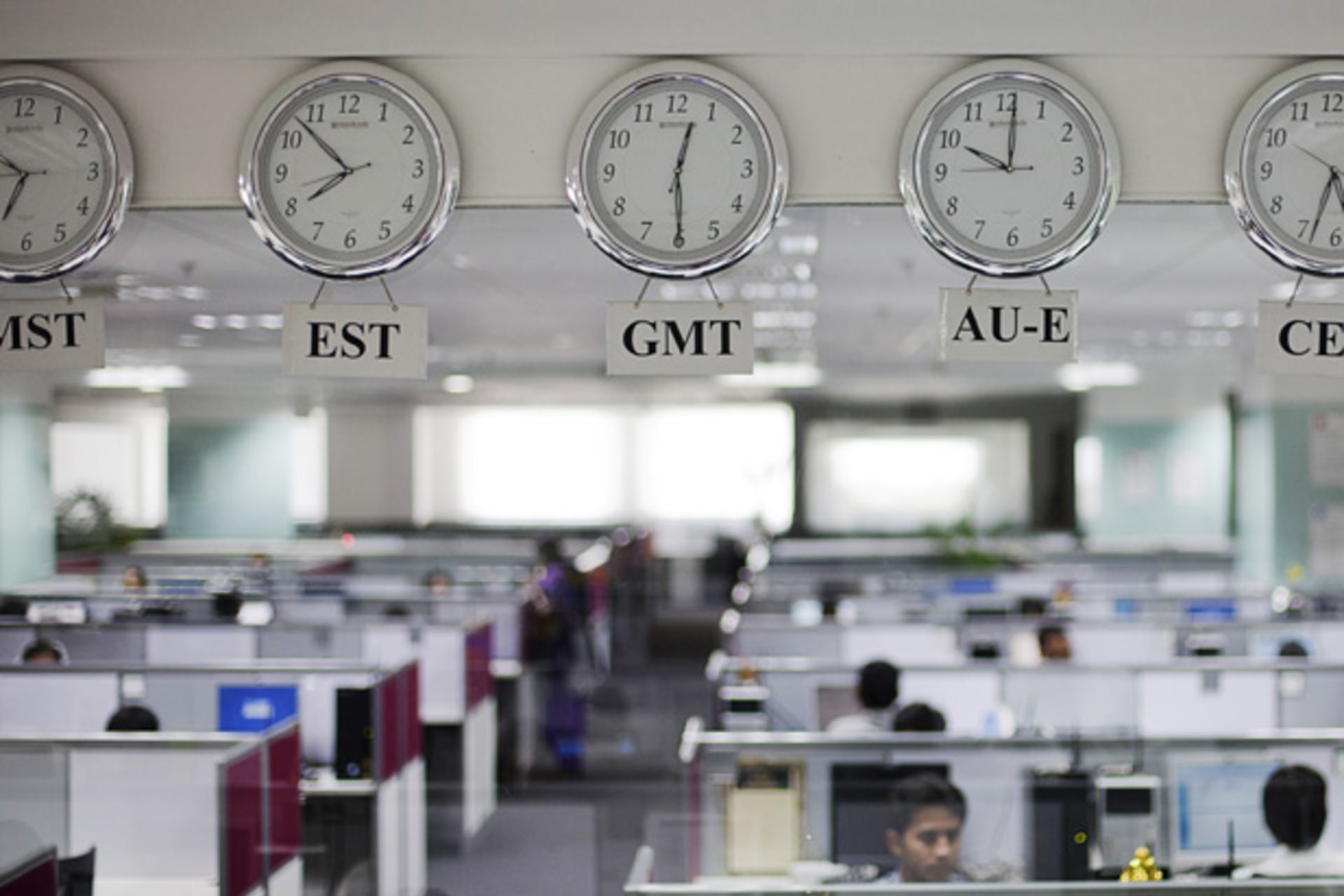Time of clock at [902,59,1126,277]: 10:00
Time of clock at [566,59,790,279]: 12:29
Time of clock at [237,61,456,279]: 7:52
